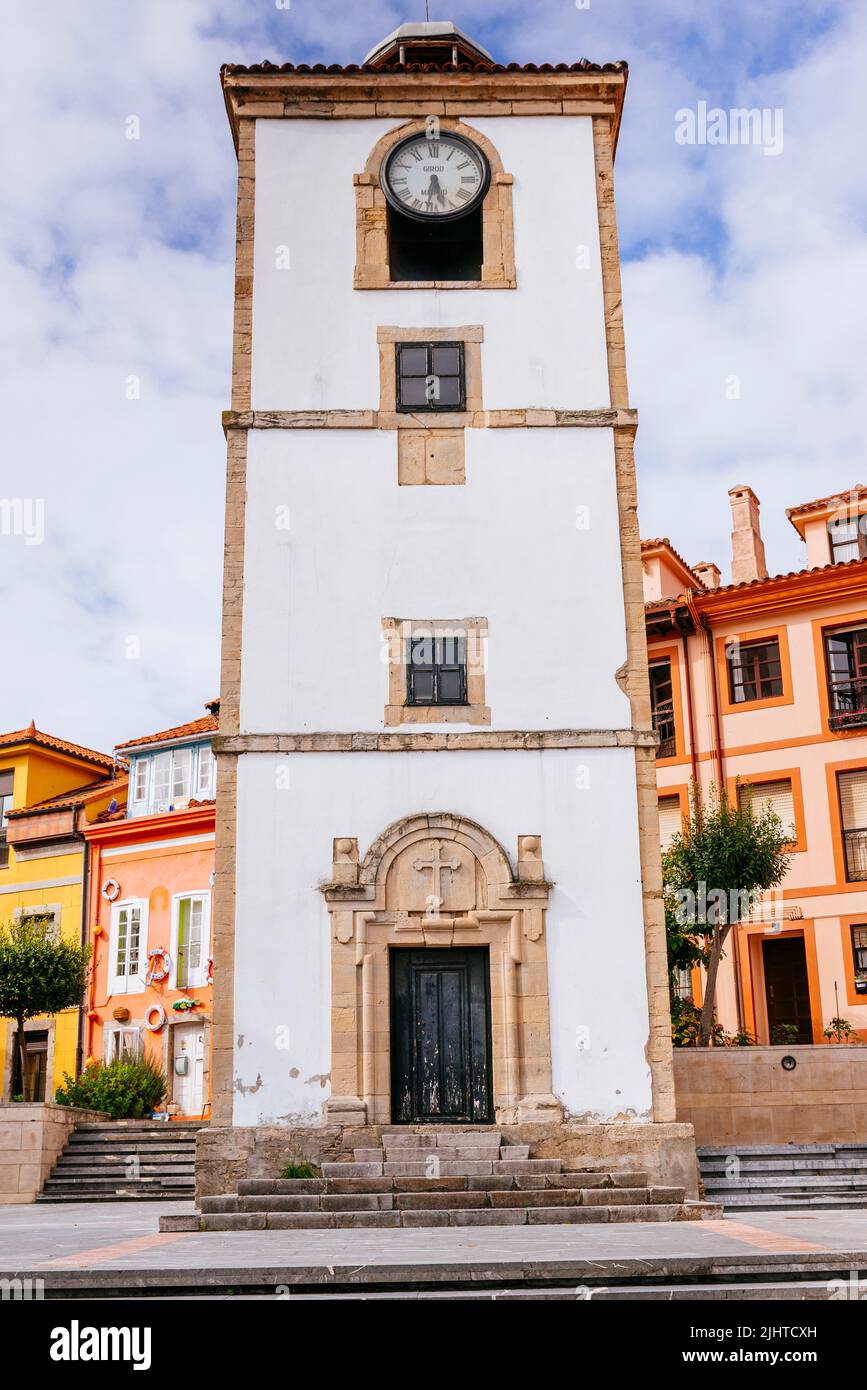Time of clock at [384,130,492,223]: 5:31
